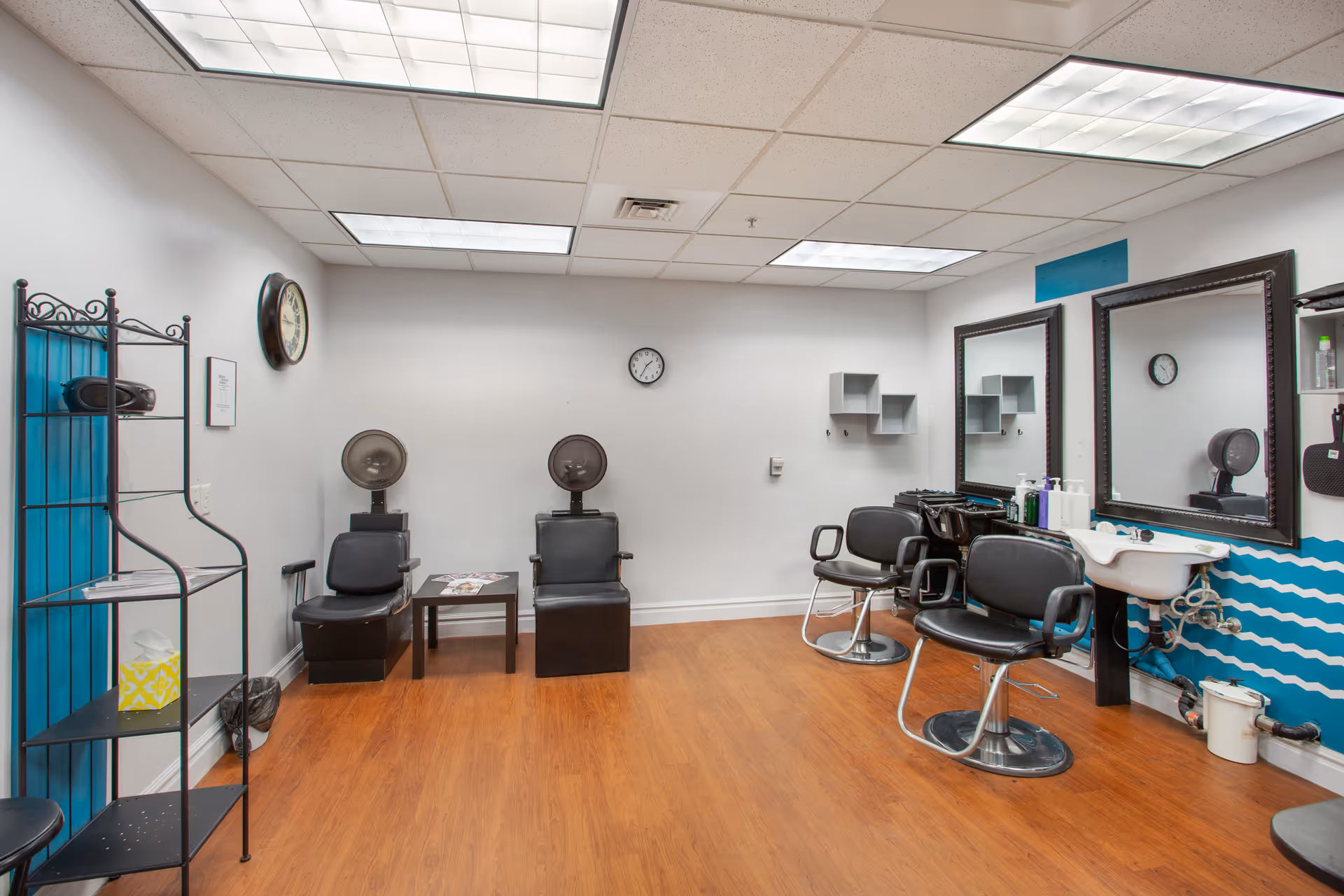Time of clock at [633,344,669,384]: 1:34
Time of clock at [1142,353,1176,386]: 10:24
